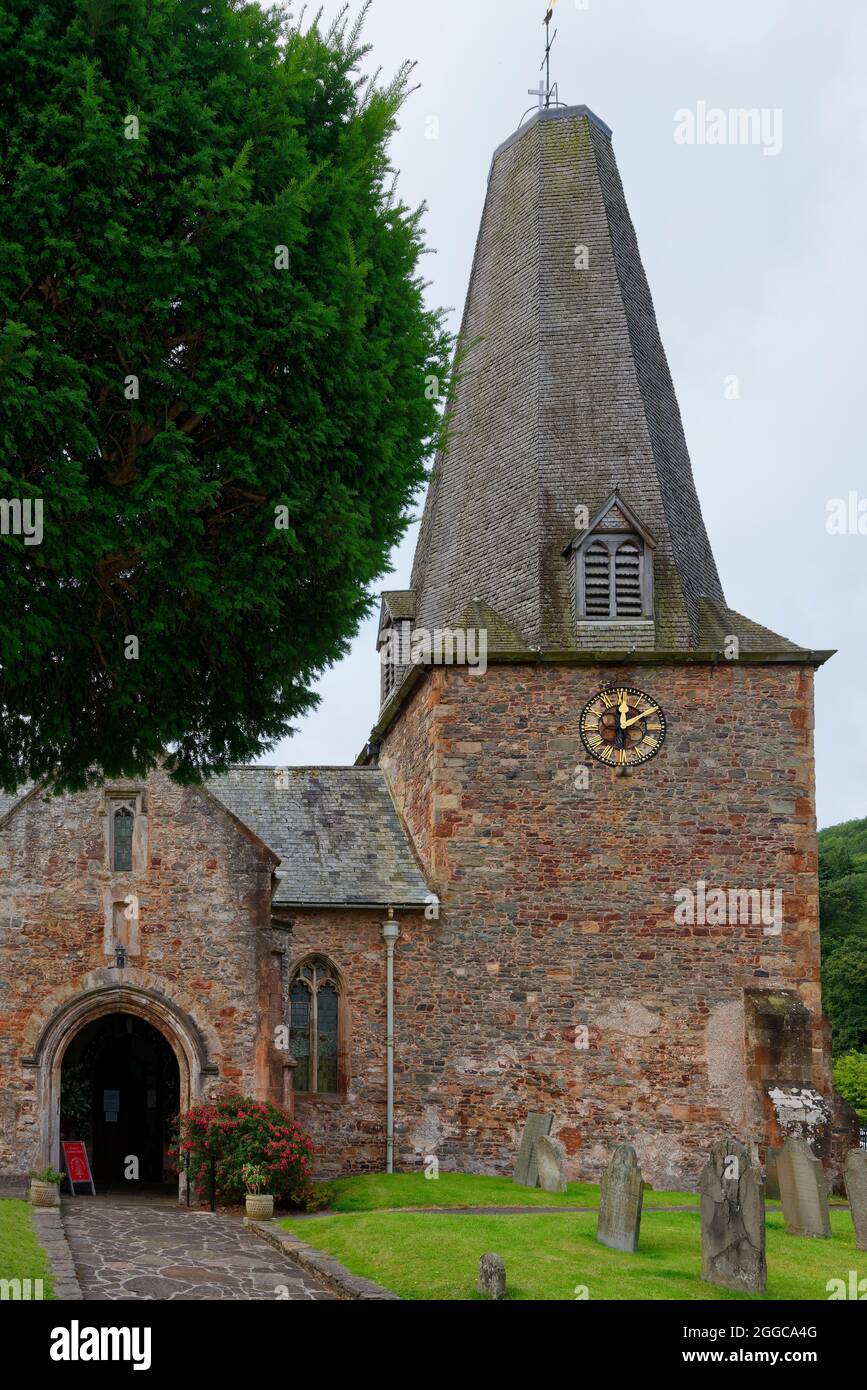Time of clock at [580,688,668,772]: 12:09
